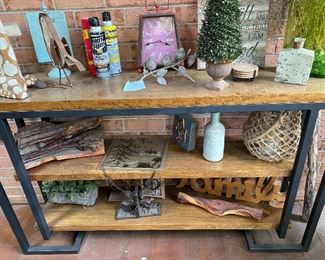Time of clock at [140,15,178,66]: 3:45
